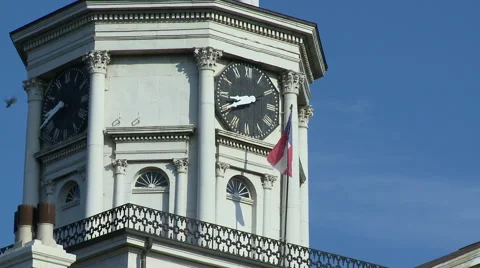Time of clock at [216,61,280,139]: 8:40
